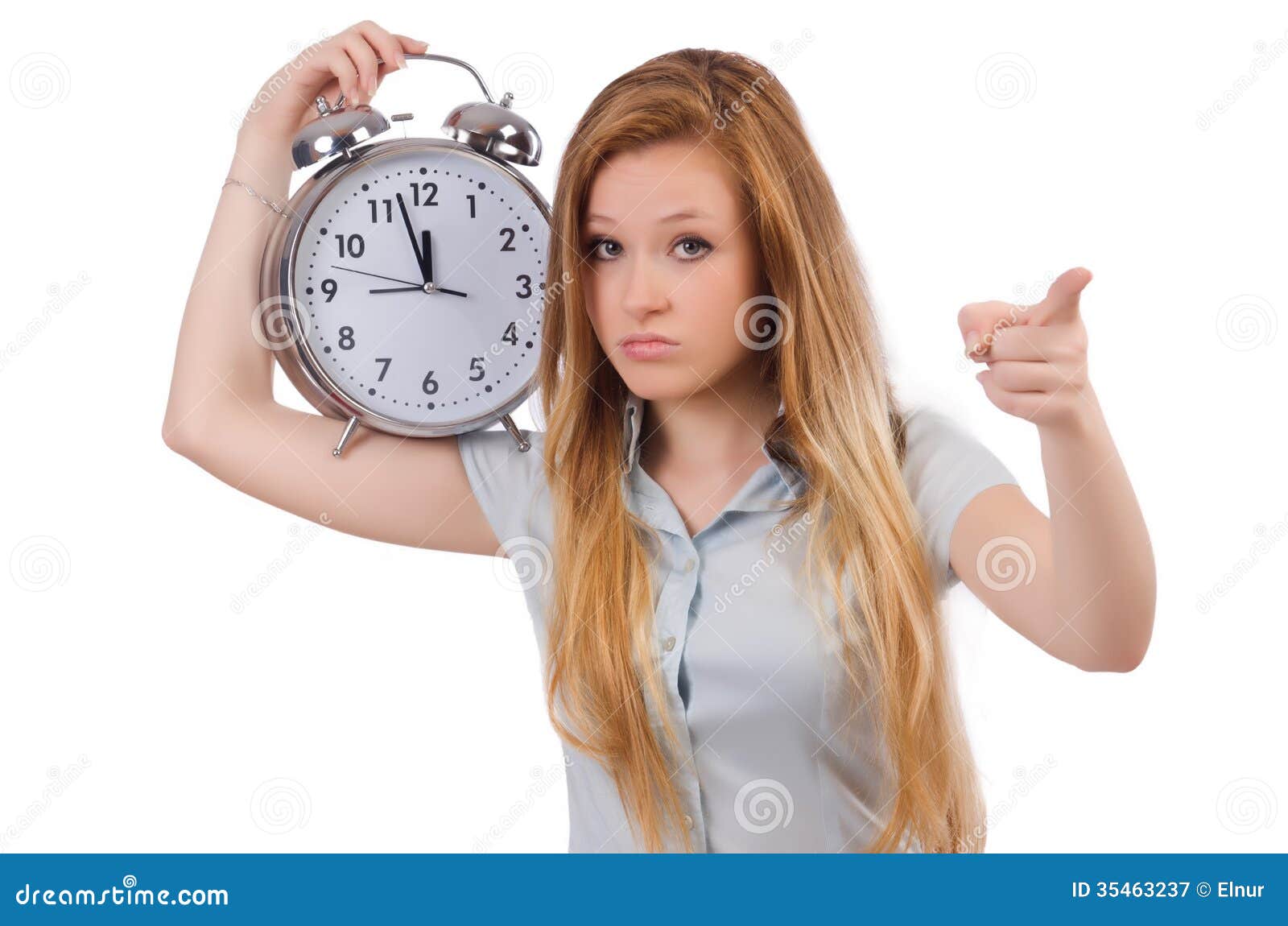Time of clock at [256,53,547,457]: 11:57
